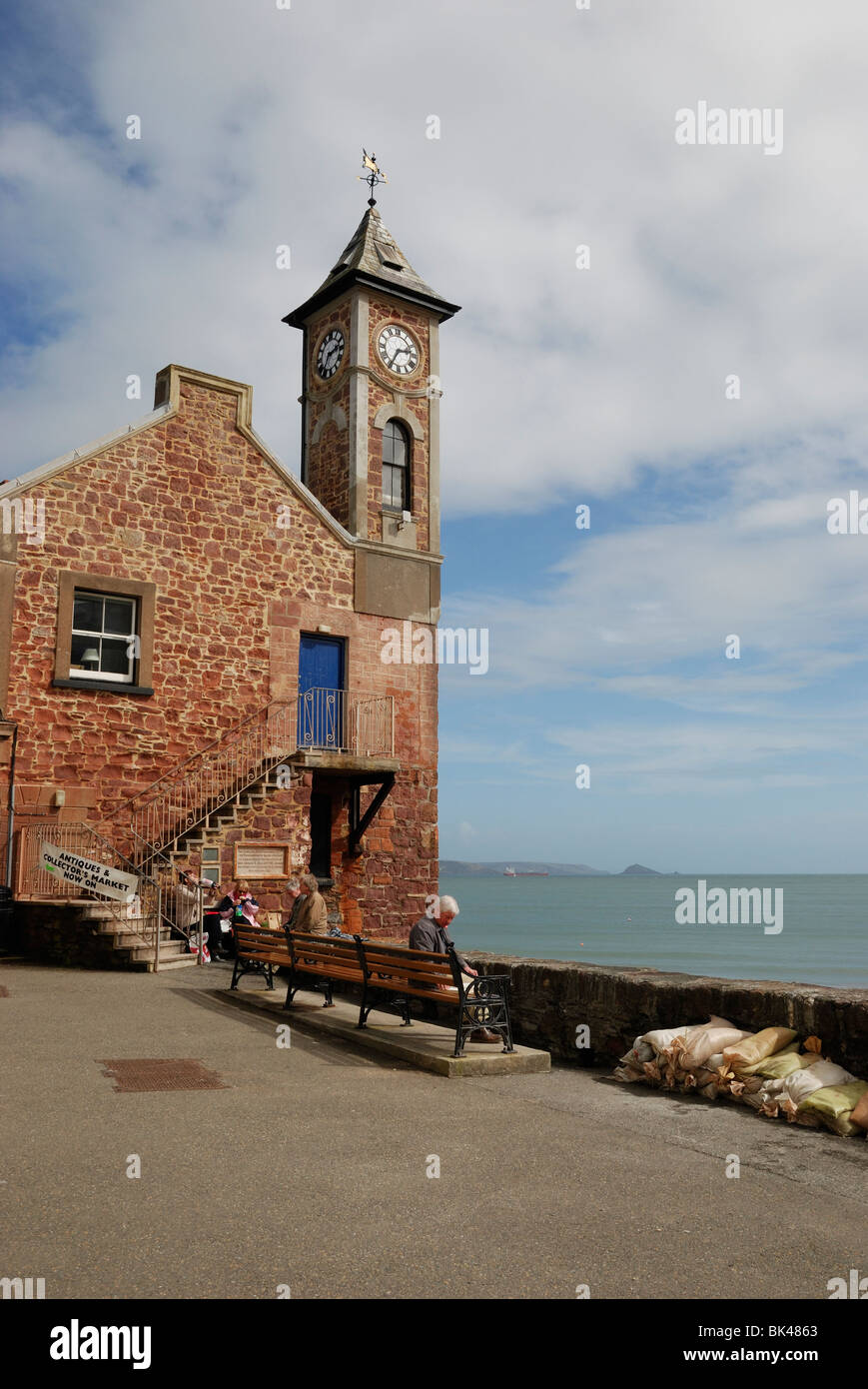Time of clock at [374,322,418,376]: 2:35
